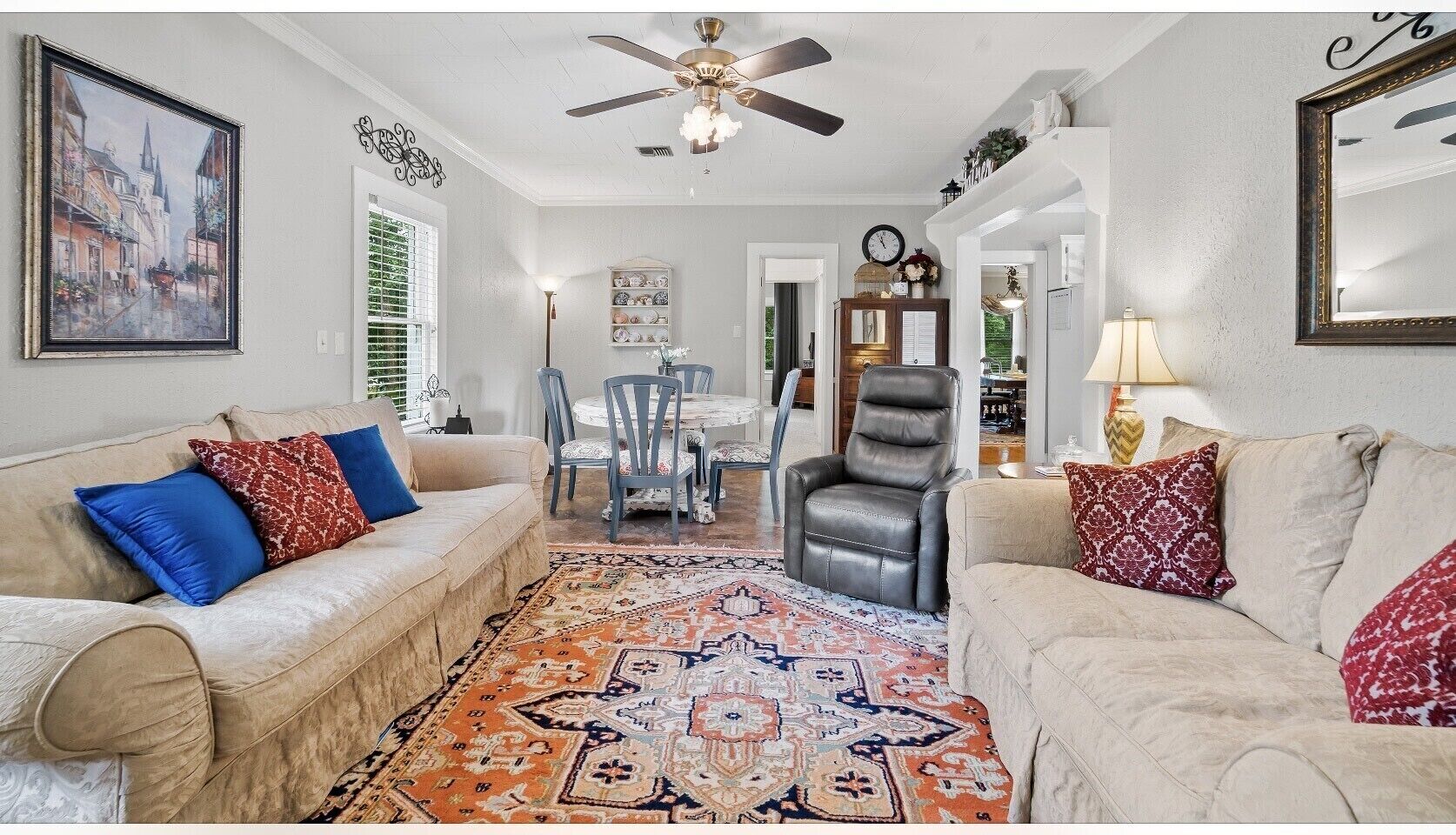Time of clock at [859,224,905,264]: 10:57
